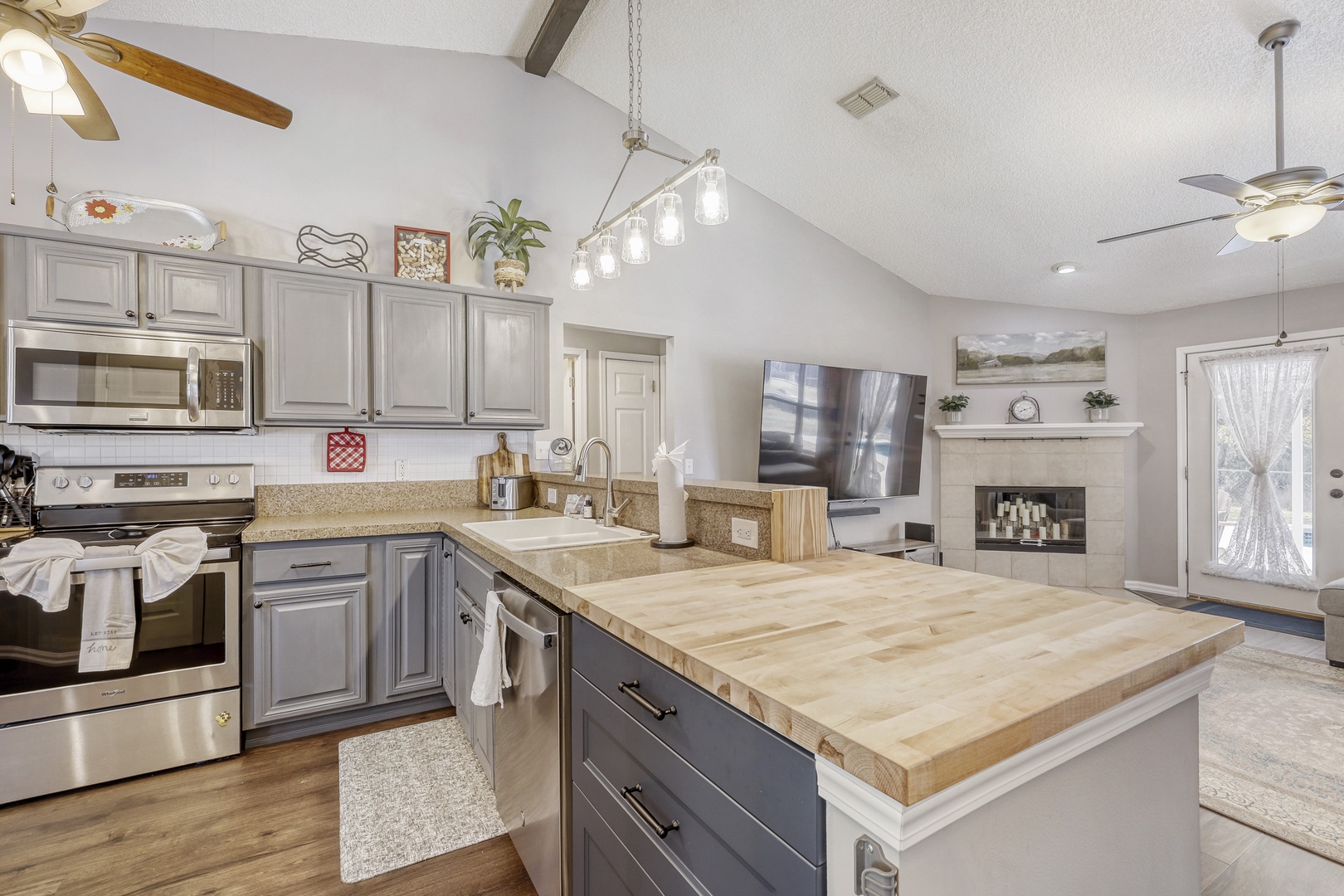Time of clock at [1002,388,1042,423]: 8:12
